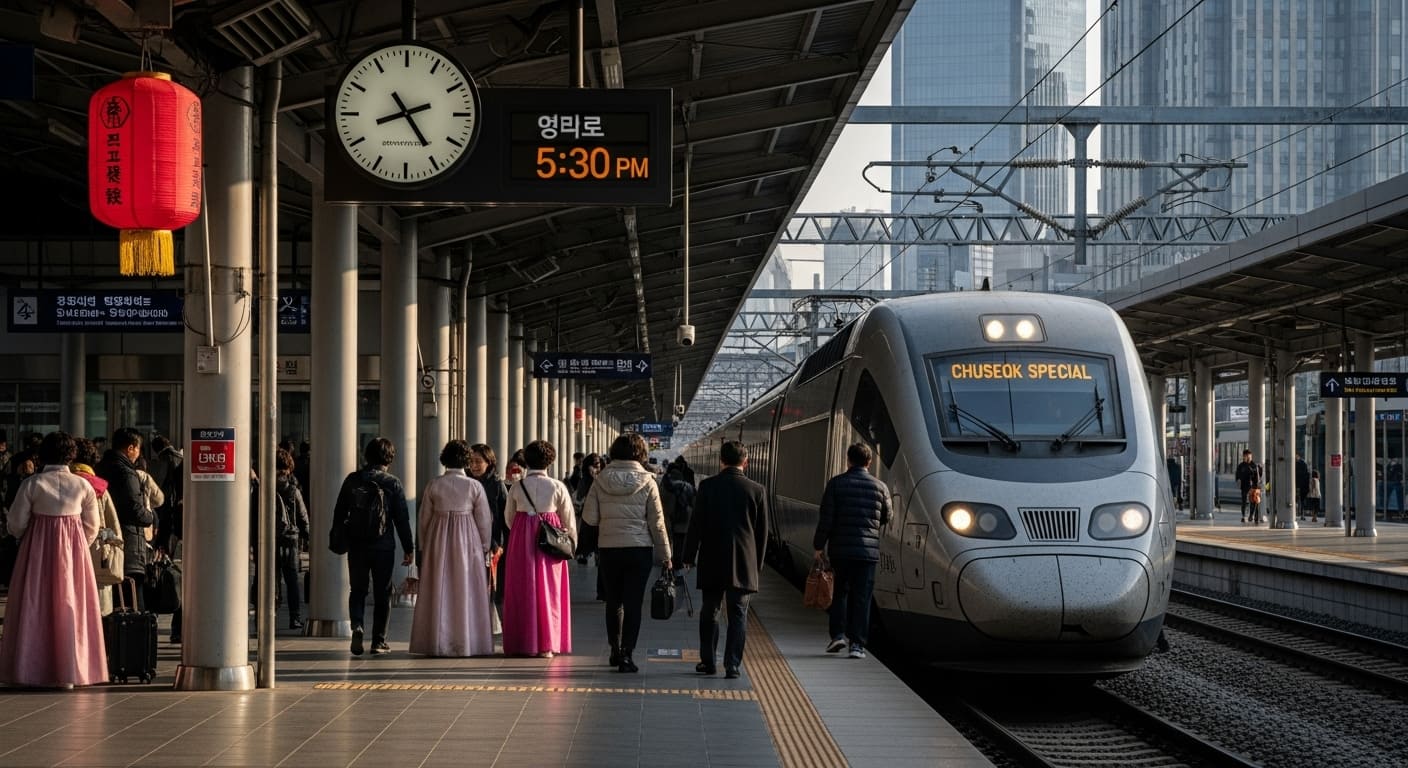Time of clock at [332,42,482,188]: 8:24
